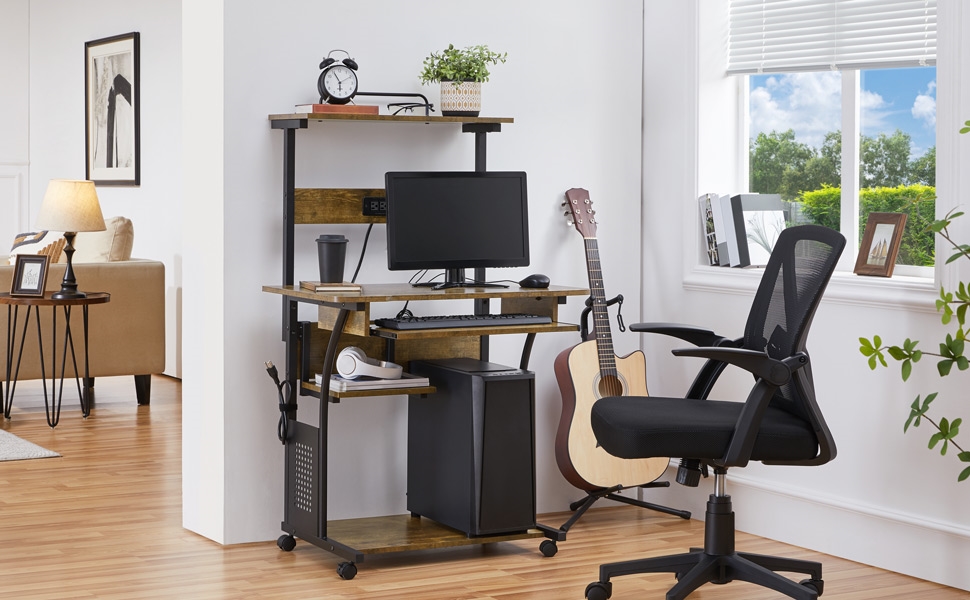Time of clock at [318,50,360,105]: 5:55
